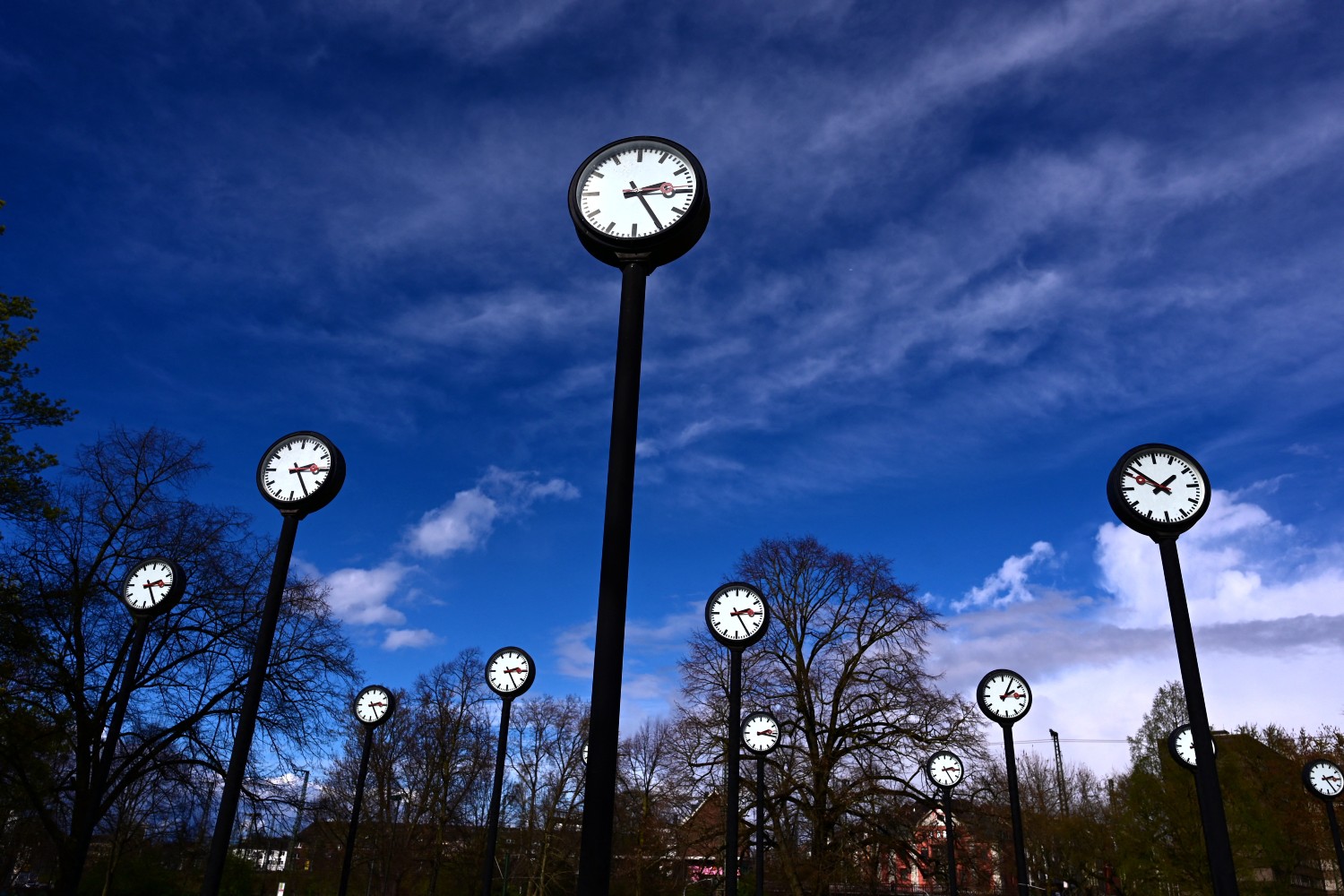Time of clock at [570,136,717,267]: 2:24
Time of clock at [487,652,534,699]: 2:25
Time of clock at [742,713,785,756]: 2:17
